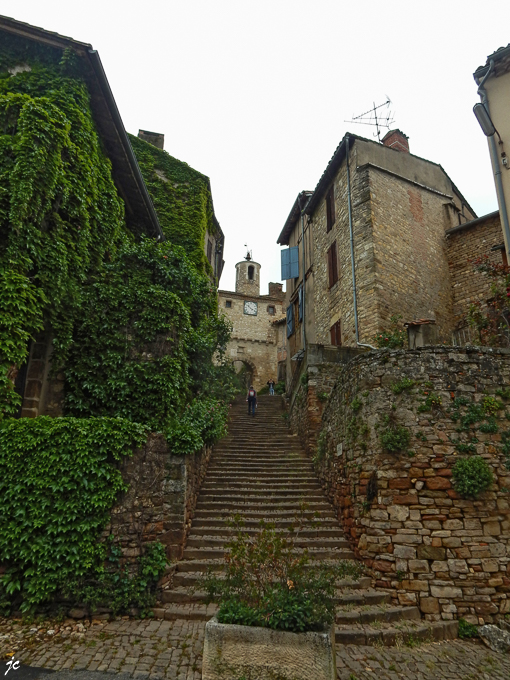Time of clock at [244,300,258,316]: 10:20
